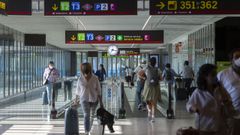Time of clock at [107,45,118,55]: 7:17
